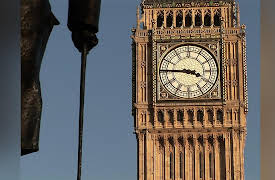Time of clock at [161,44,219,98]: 3:45
